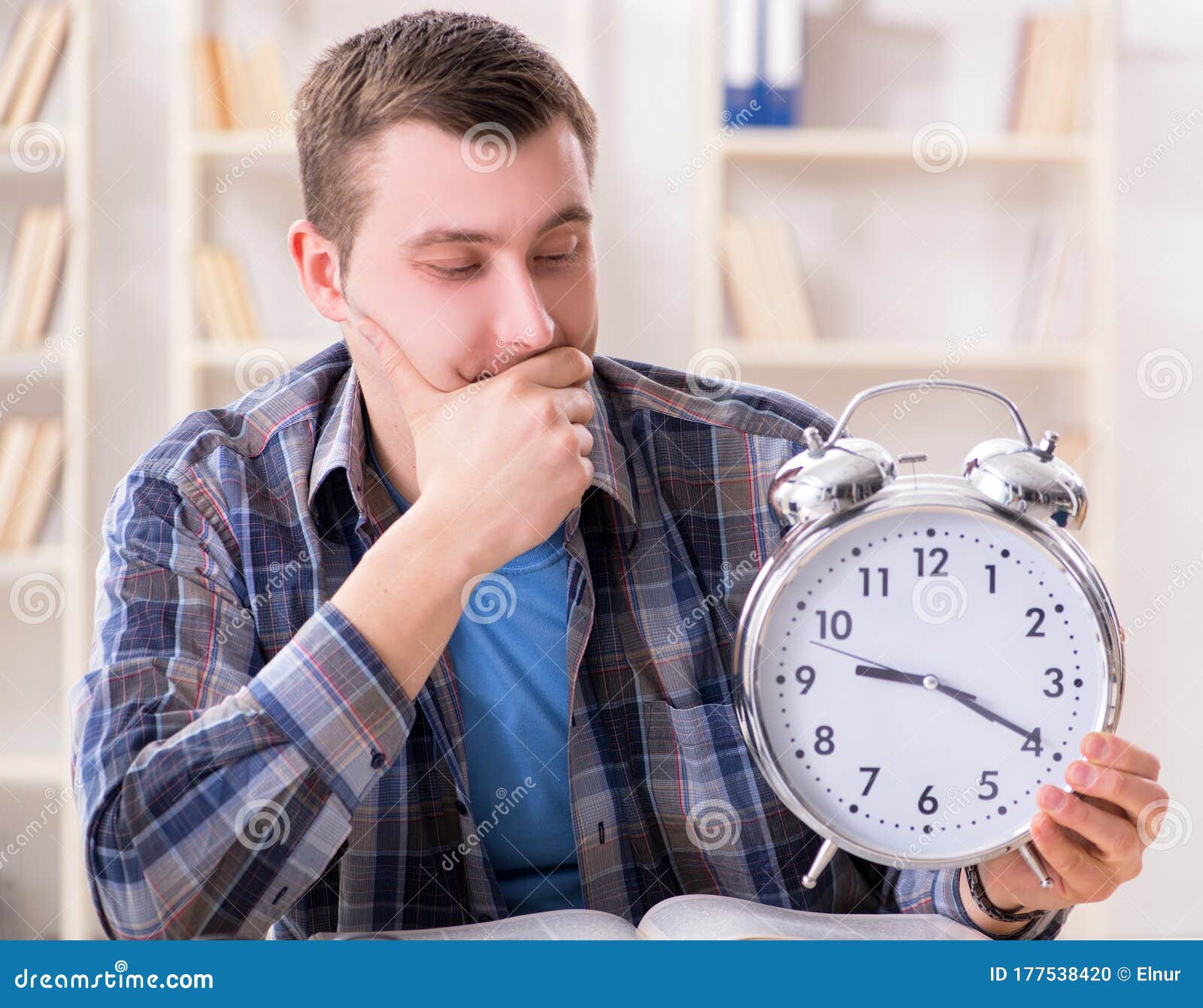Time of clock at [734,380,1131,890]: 9:19
